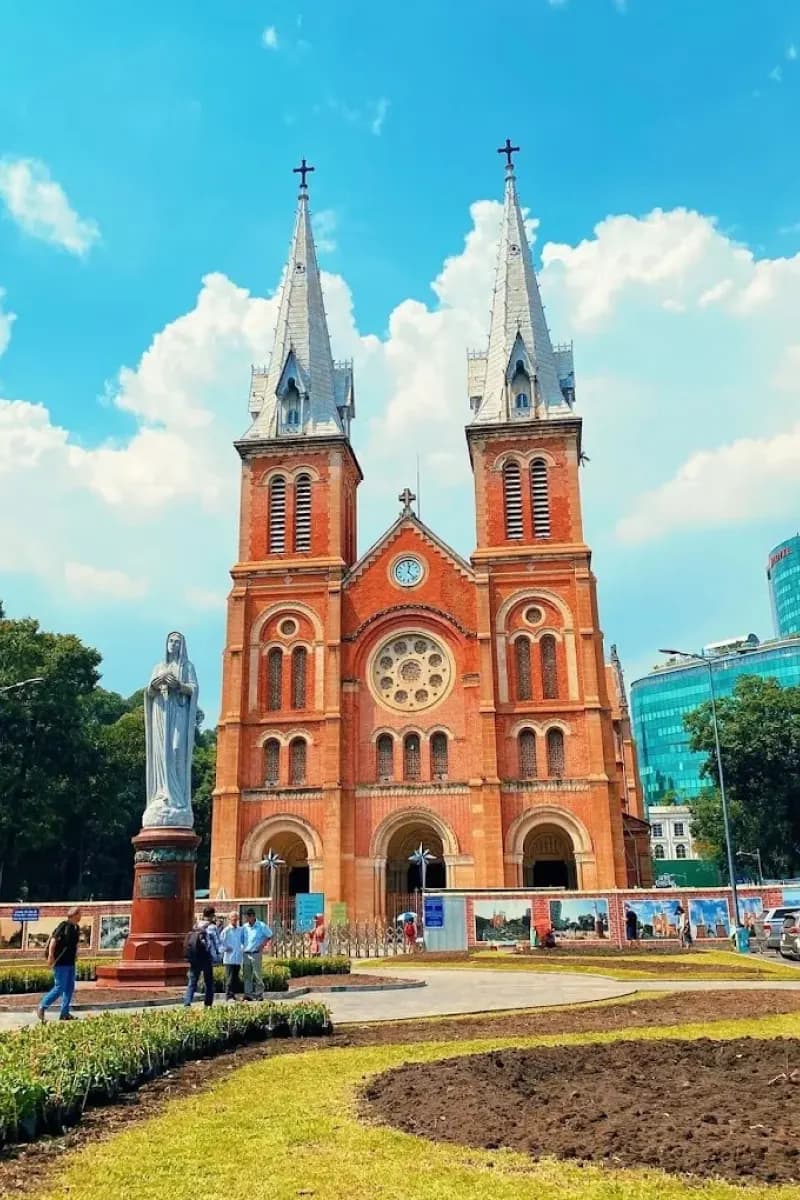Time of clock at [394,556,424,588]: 12:22
